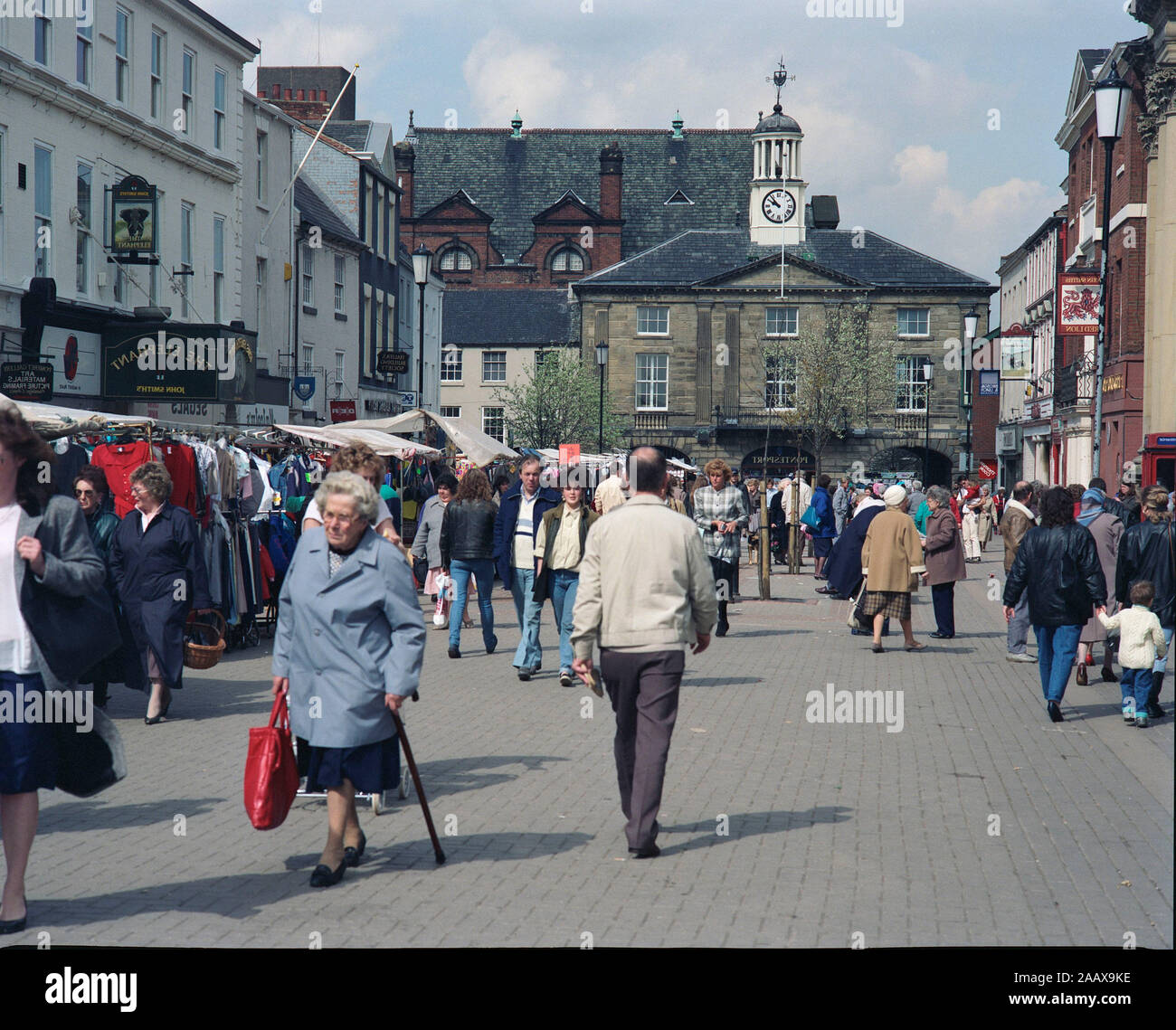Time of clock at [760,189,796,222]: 9:53
